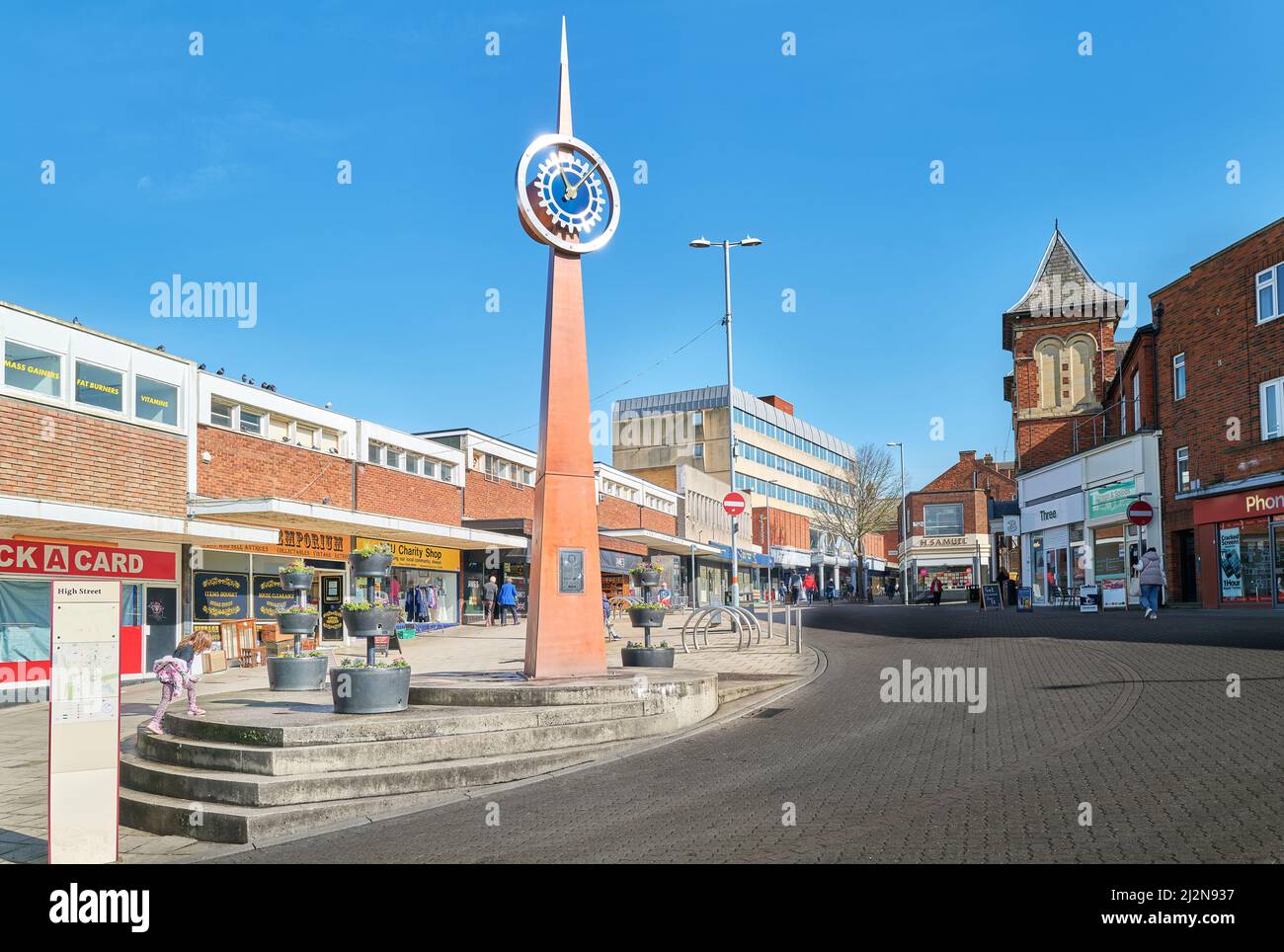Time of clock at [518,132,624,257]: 11:07
